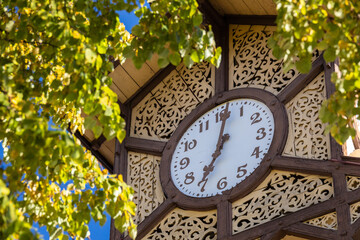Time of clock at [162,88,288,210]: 7:01
